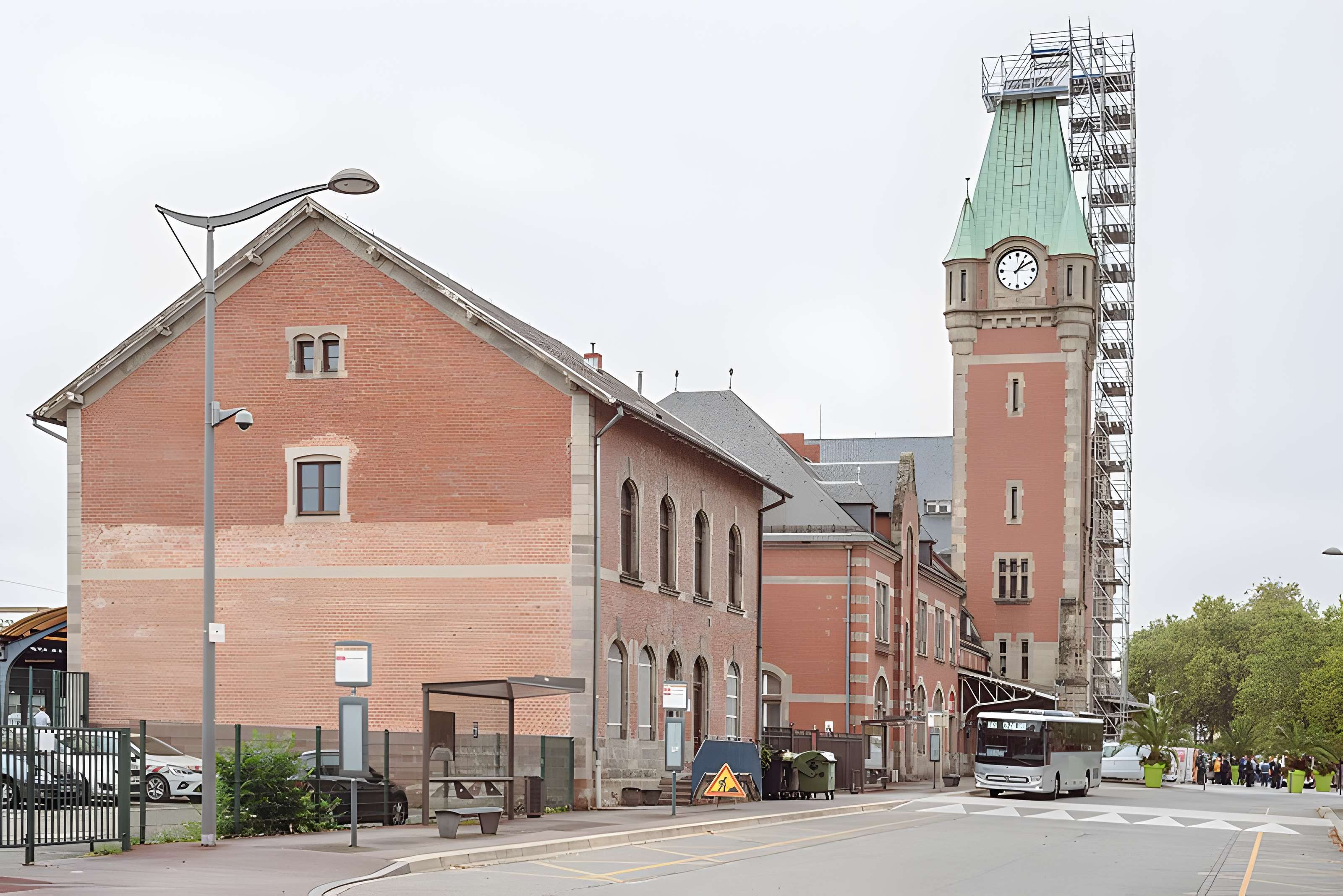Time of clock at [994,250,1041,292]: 1:09
